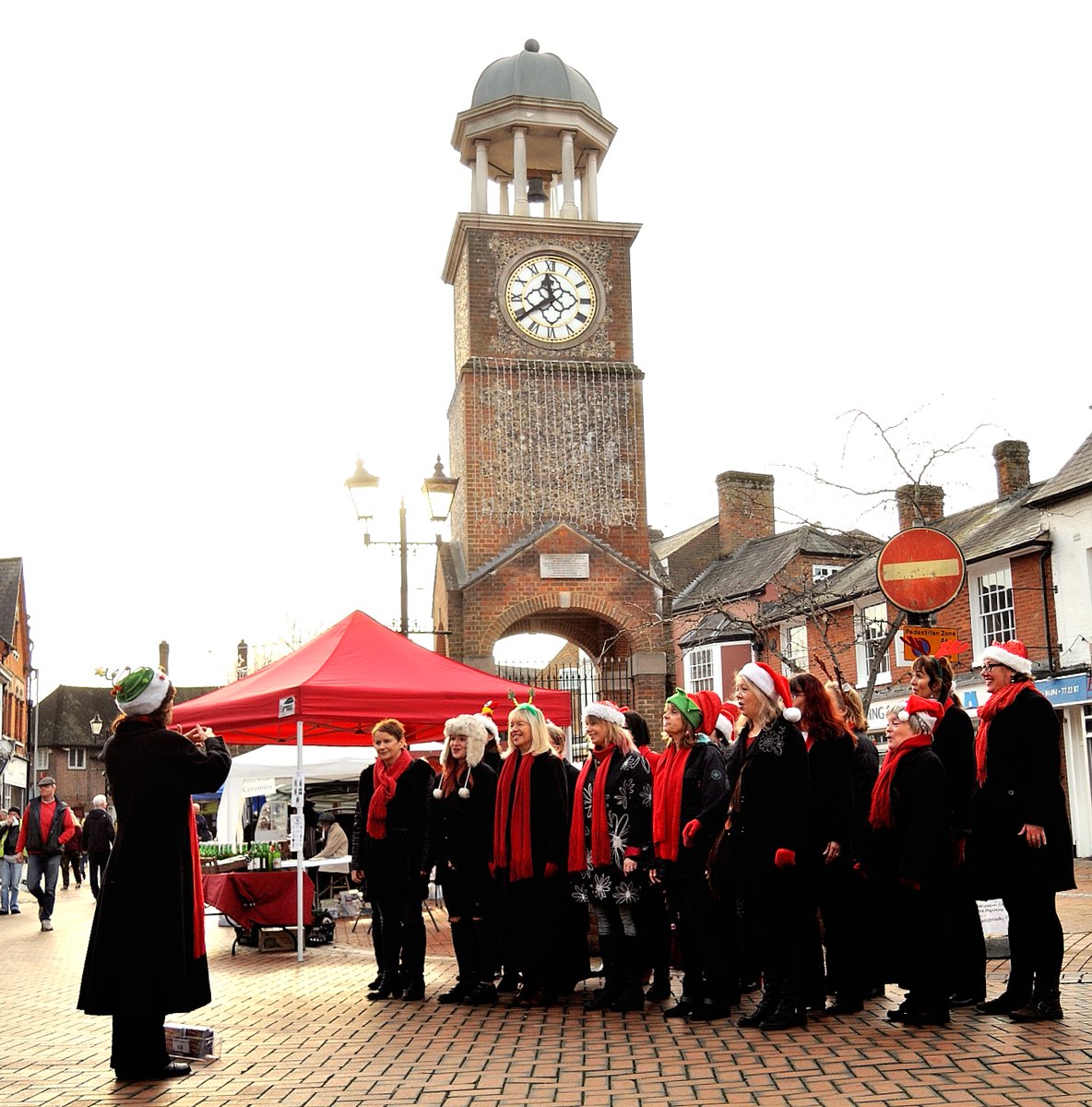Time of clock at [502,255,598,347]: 11:39
